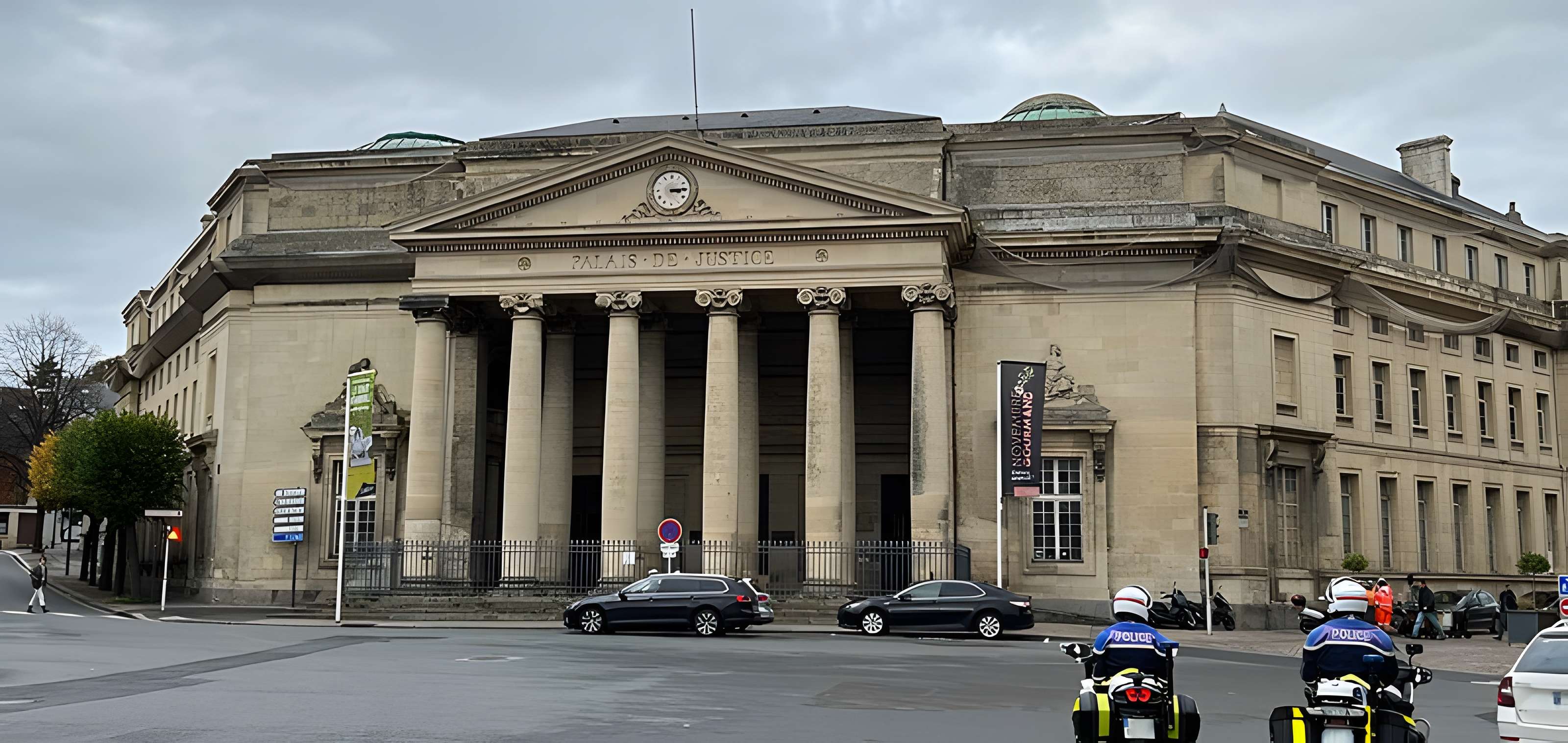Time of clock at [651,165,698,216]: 3:14
